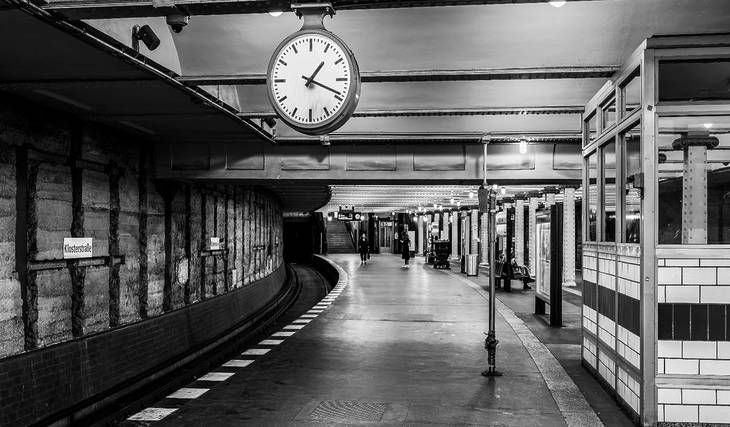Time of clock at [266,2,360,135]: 1:18
